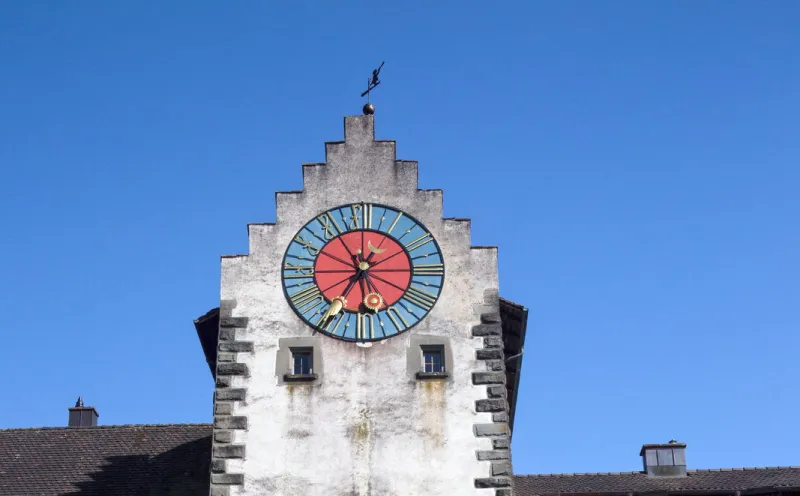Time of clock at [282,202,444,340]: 5:35
